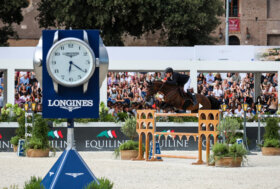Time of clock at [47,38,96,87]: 6:20
